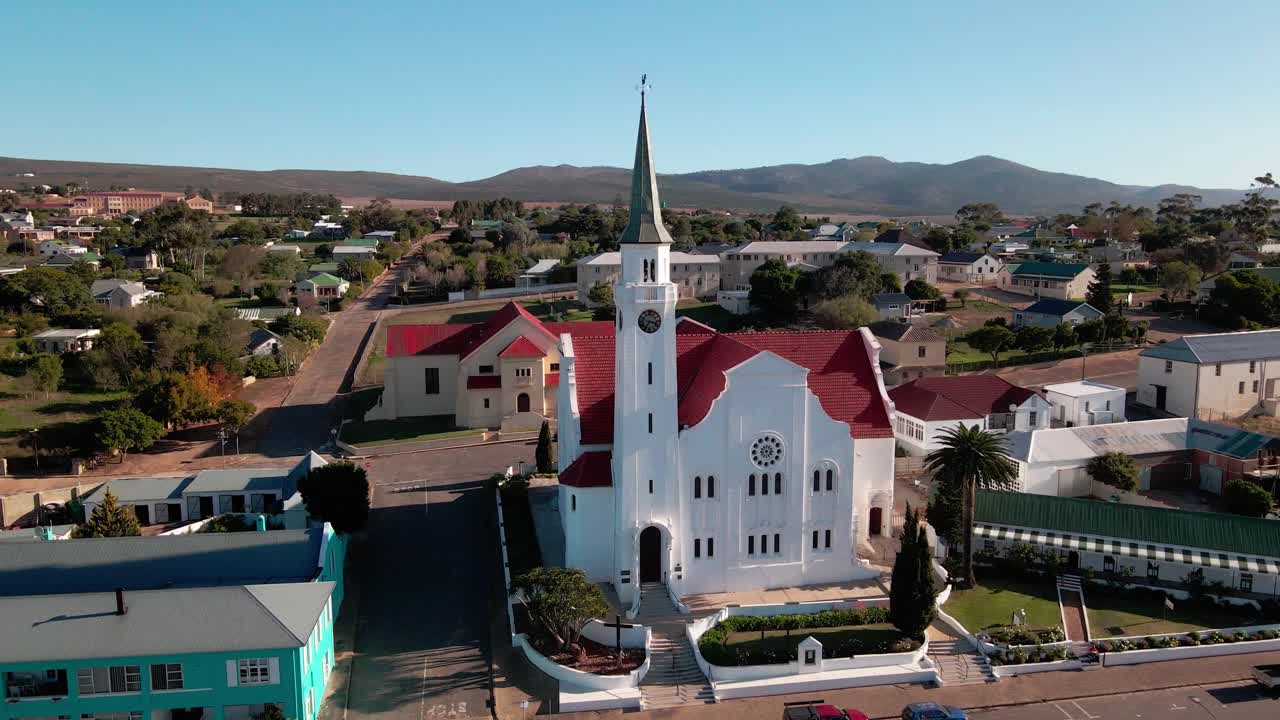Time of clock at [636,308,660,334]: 7:17
